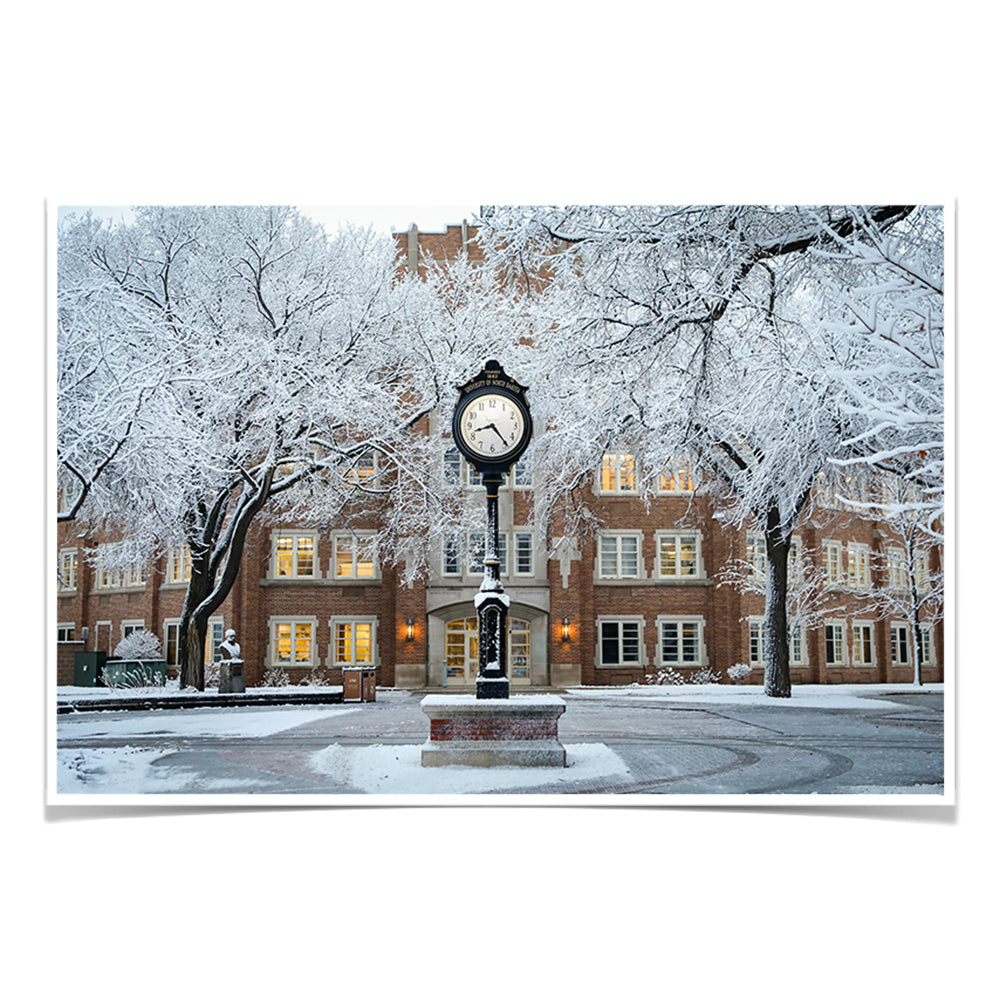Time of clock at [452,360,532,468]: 8:23
